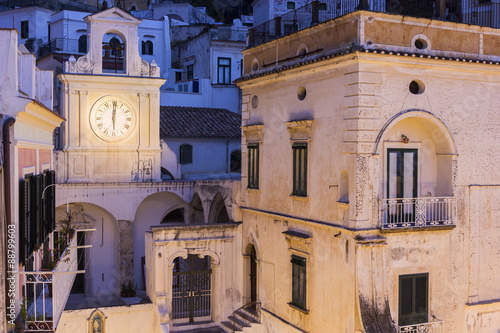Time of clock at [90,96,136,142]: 6:00
